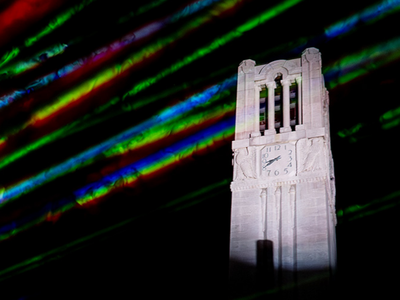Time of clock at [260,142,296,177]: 8:40
